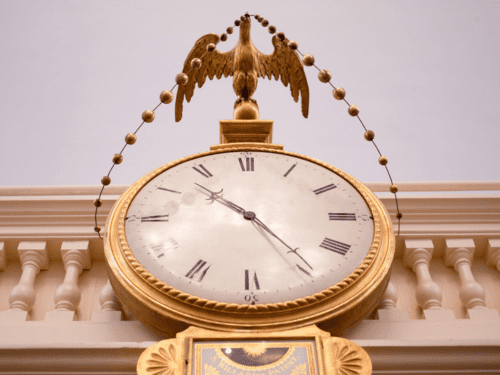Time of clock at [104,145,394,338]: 10:24
